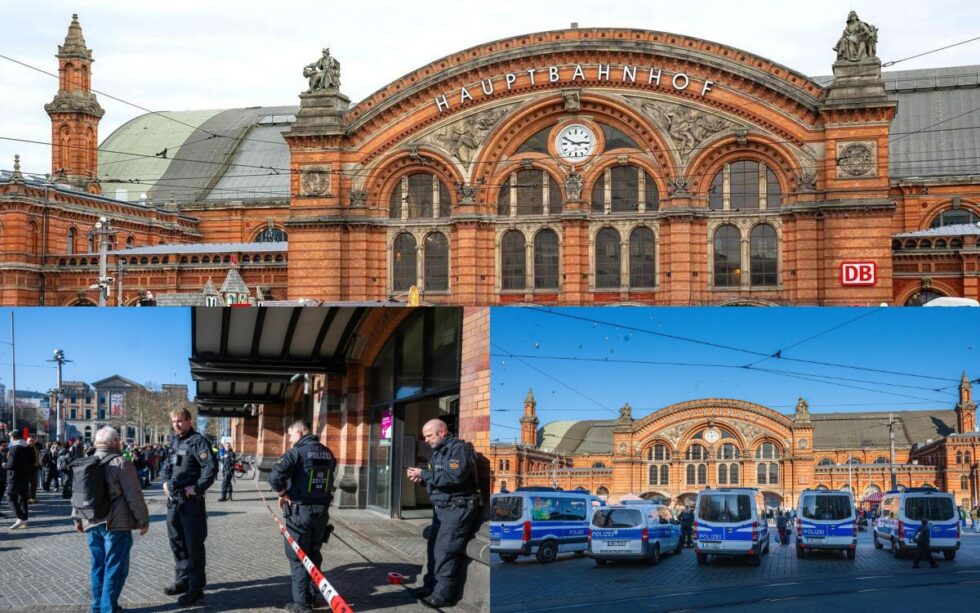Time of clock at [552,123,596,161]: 2:49
